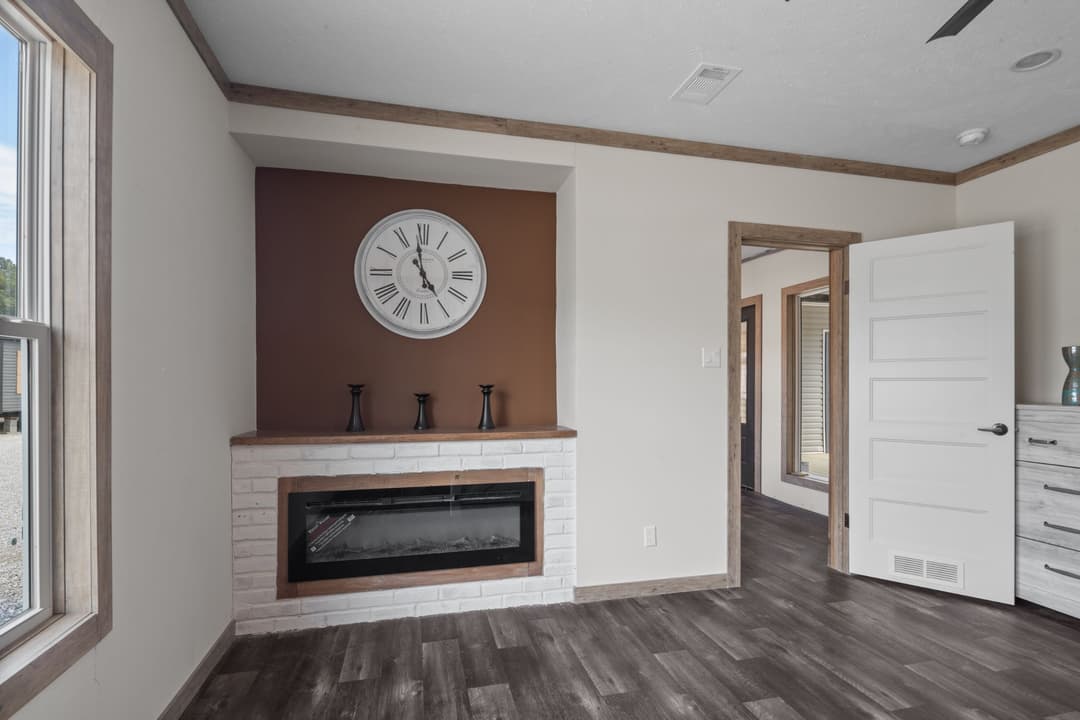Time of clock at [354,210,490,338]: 4:58
